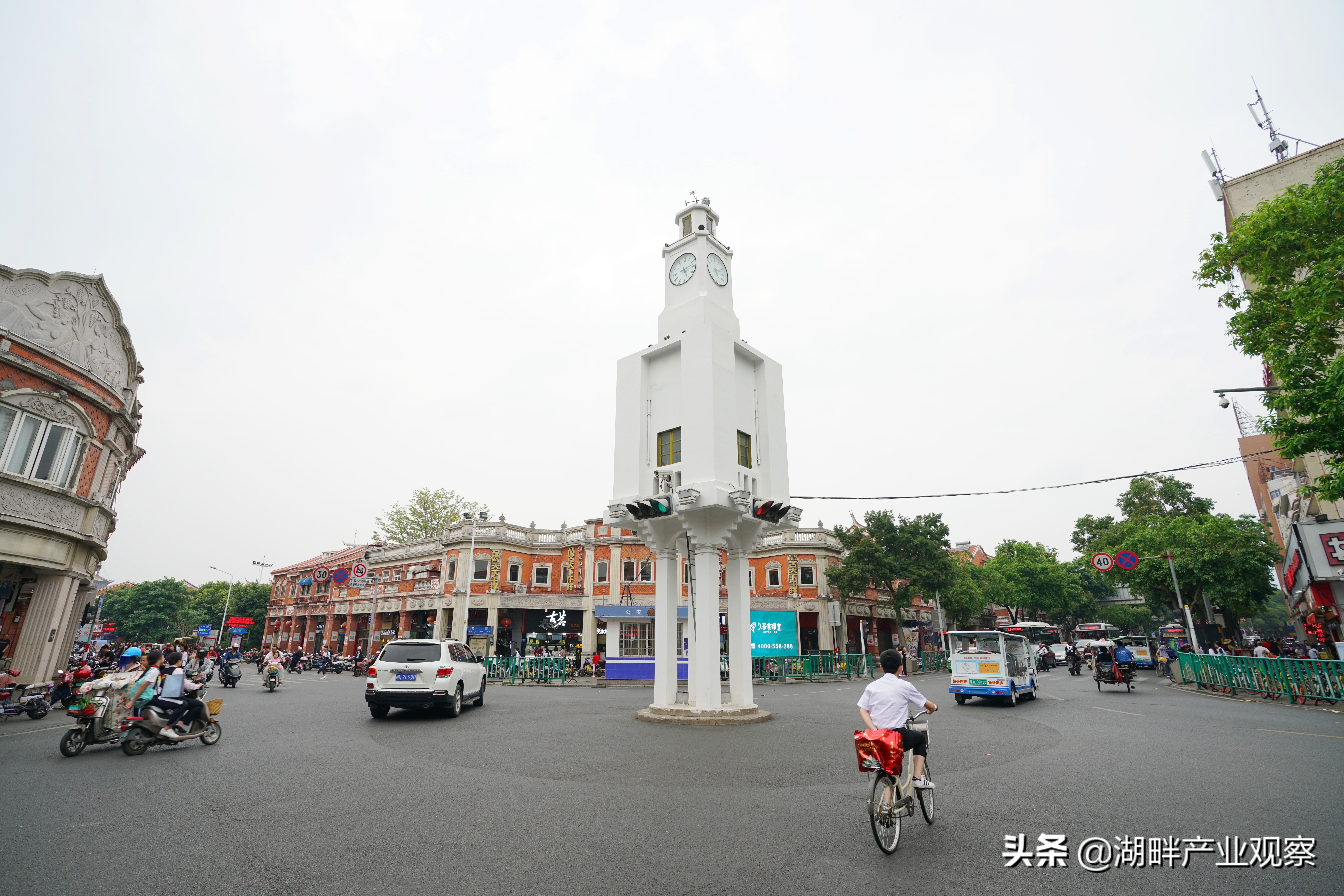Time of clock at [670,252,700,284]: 5:13
